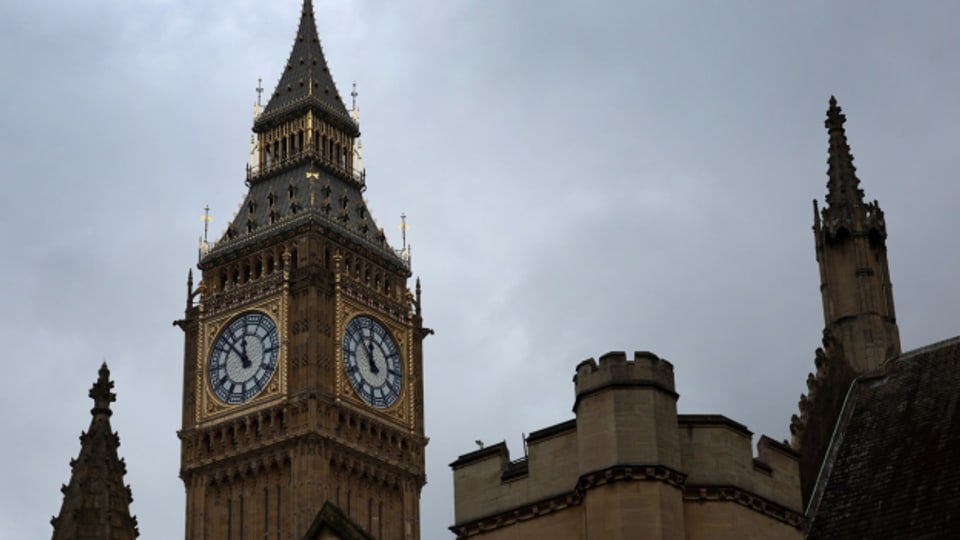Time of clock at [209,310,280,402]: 11:52
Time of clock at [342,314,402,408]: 11:52
